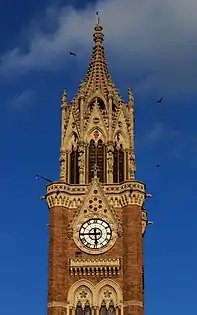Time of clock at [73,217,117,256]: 5:44
